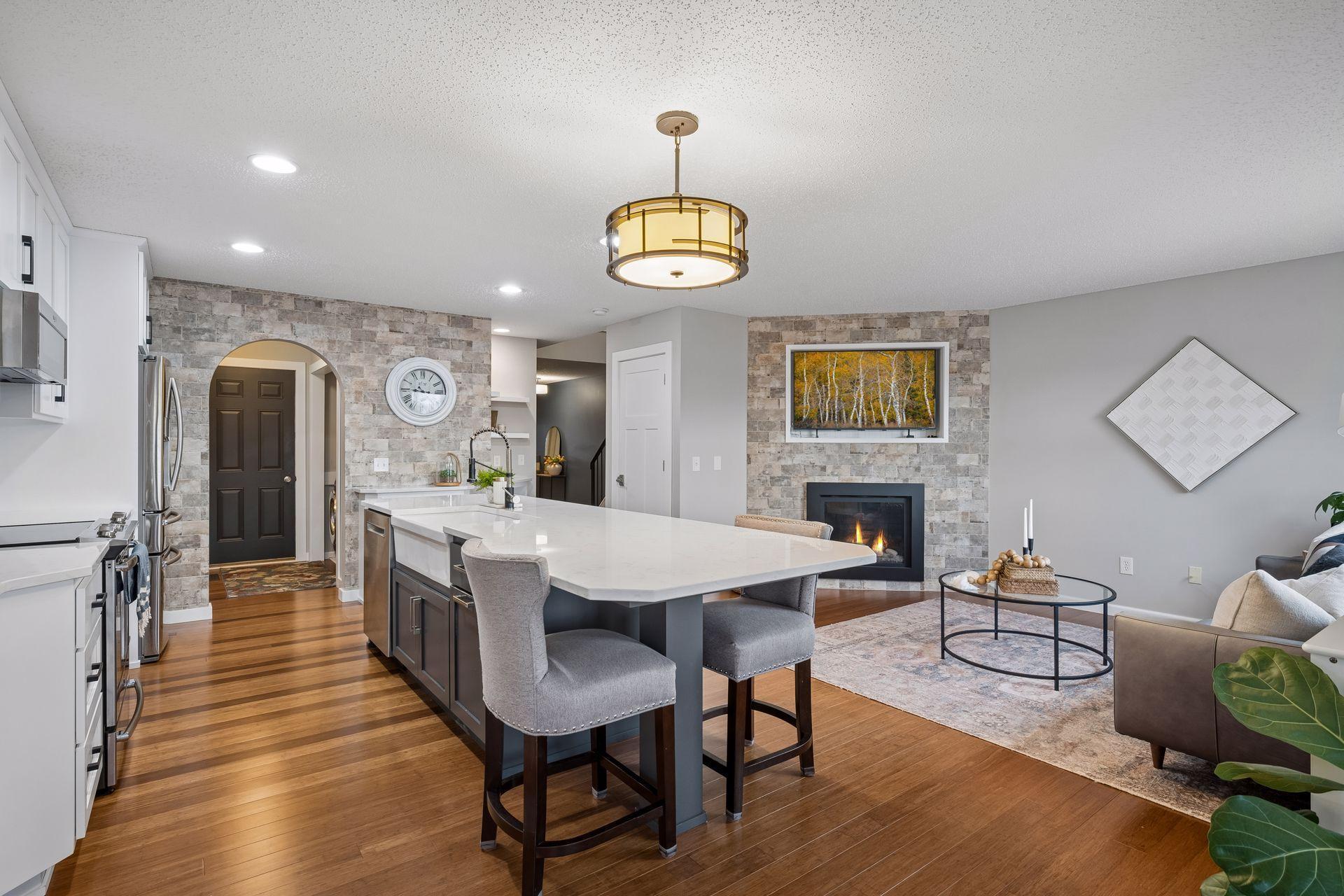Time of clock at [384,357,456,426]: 9:15
